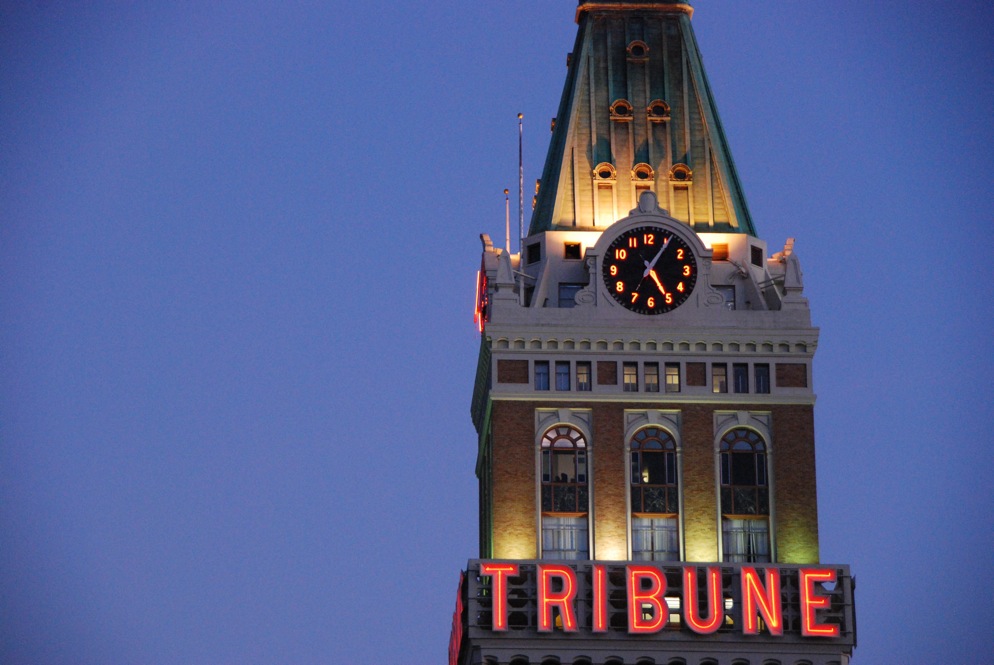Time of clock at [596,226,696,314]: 5:05
